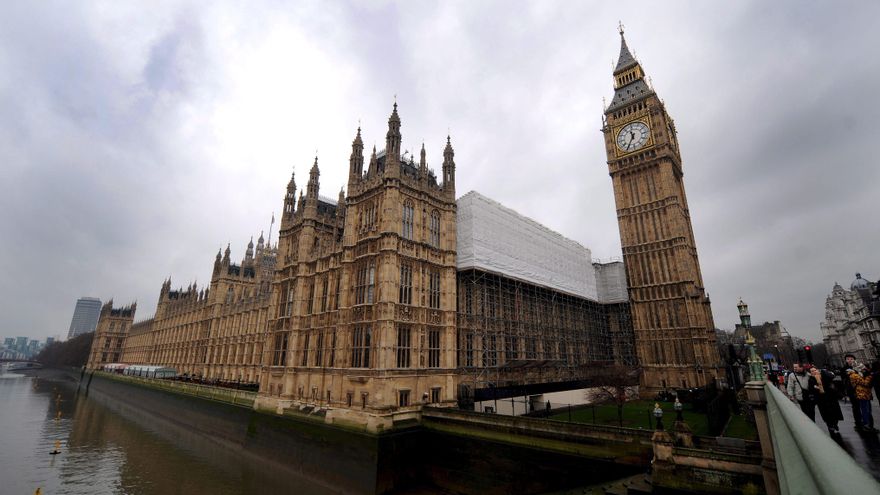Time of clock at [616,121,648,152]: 11:35
